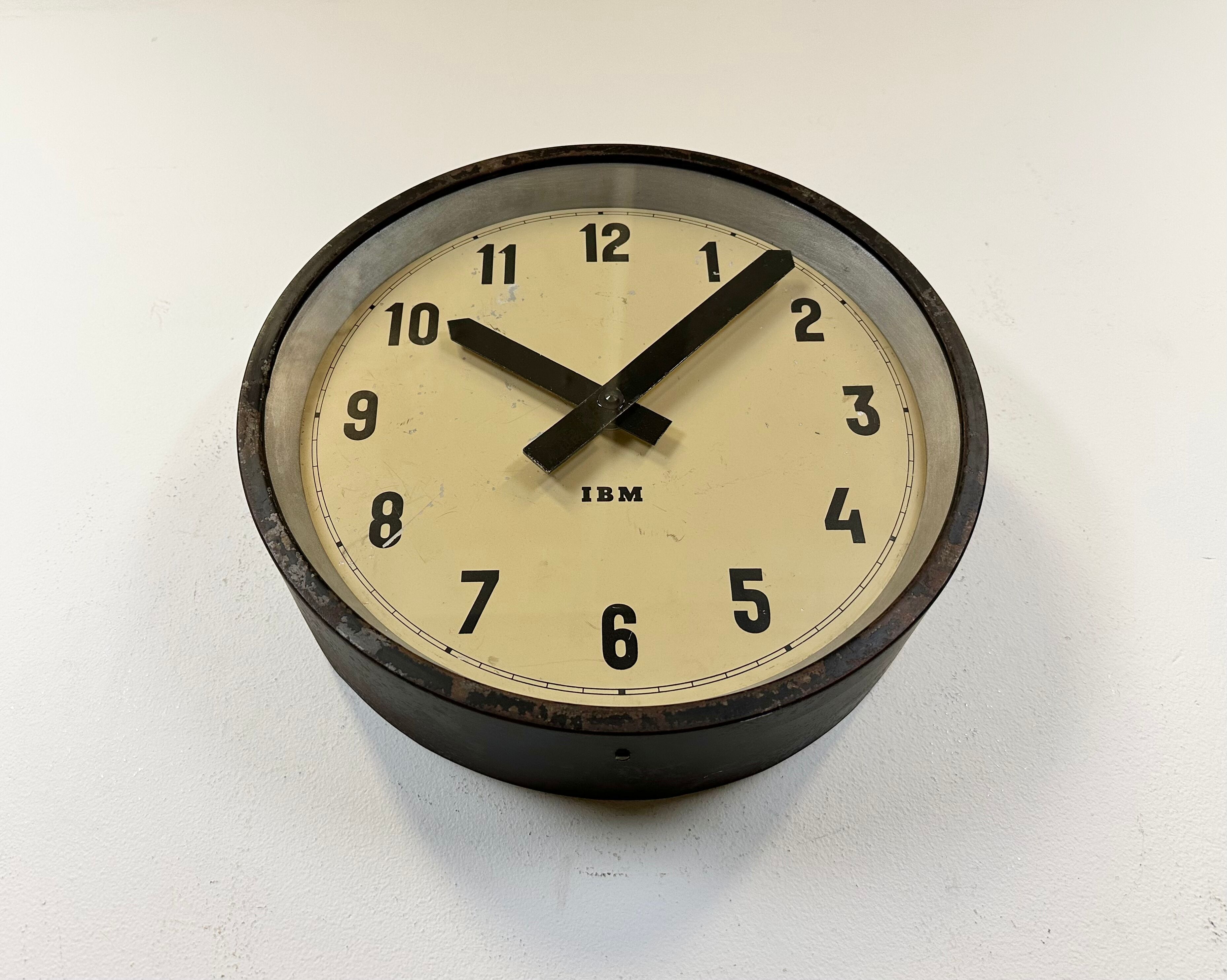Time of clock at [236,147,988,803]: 10:07
